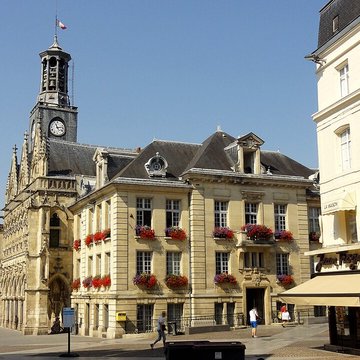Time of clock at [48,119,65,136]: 11:13
